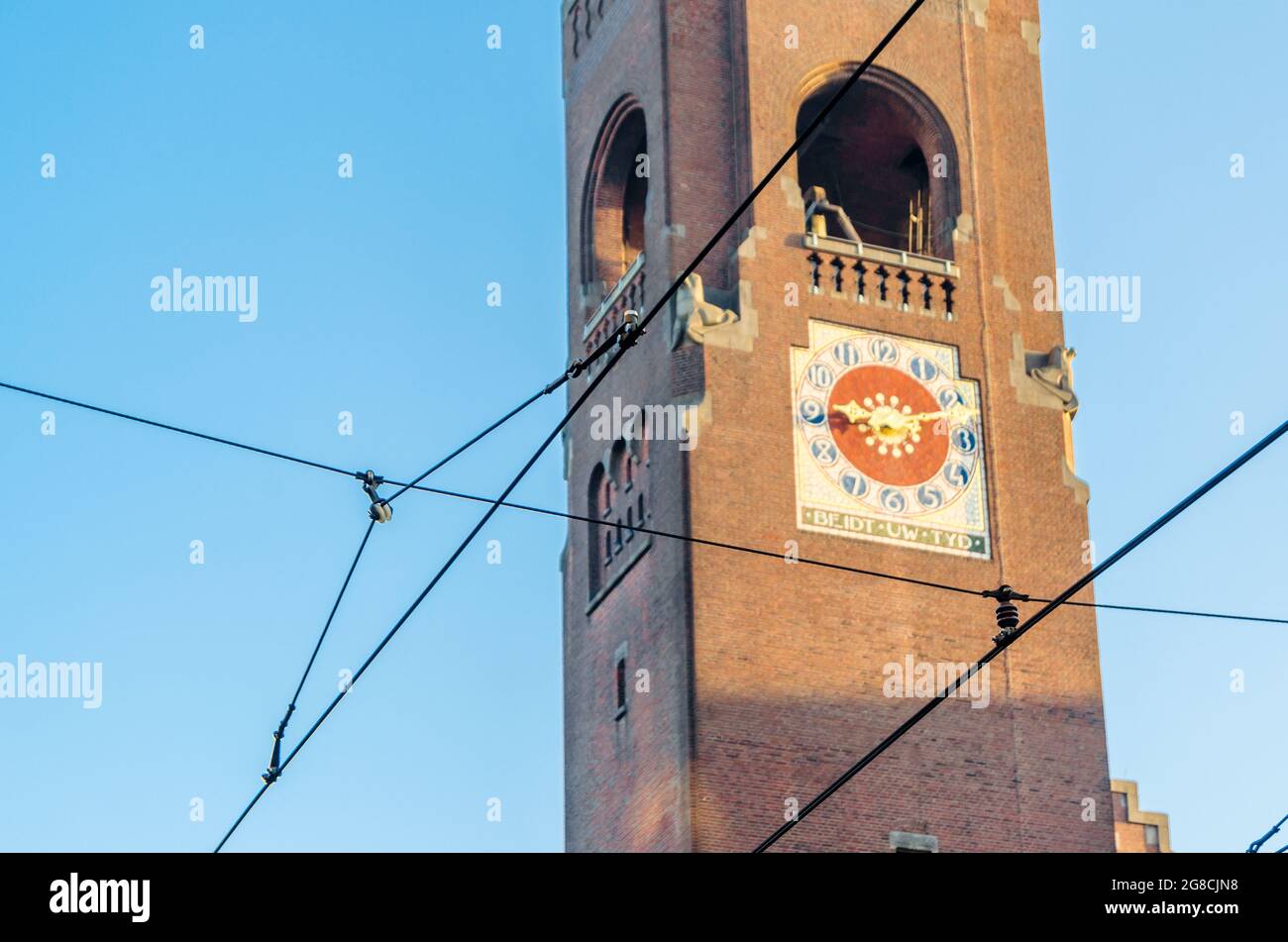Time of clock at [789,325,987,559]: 9:11
